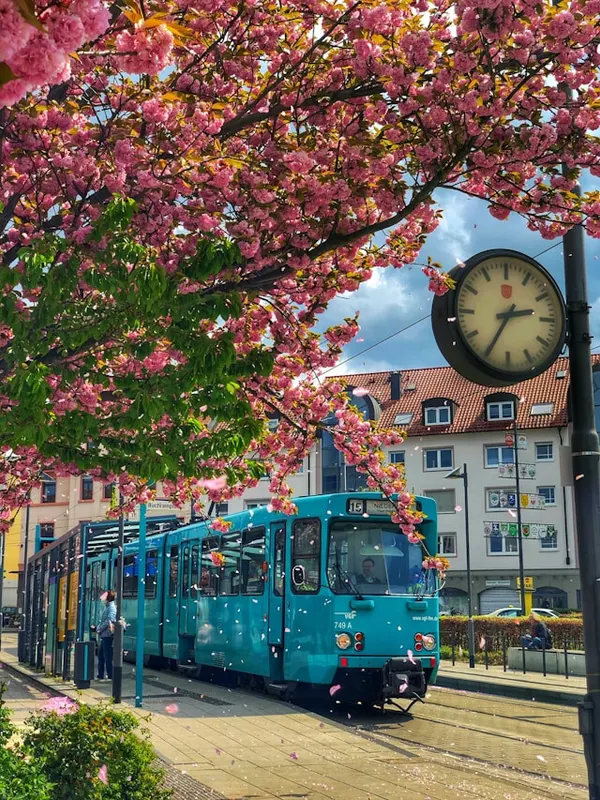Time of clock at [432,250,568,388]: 2:35
